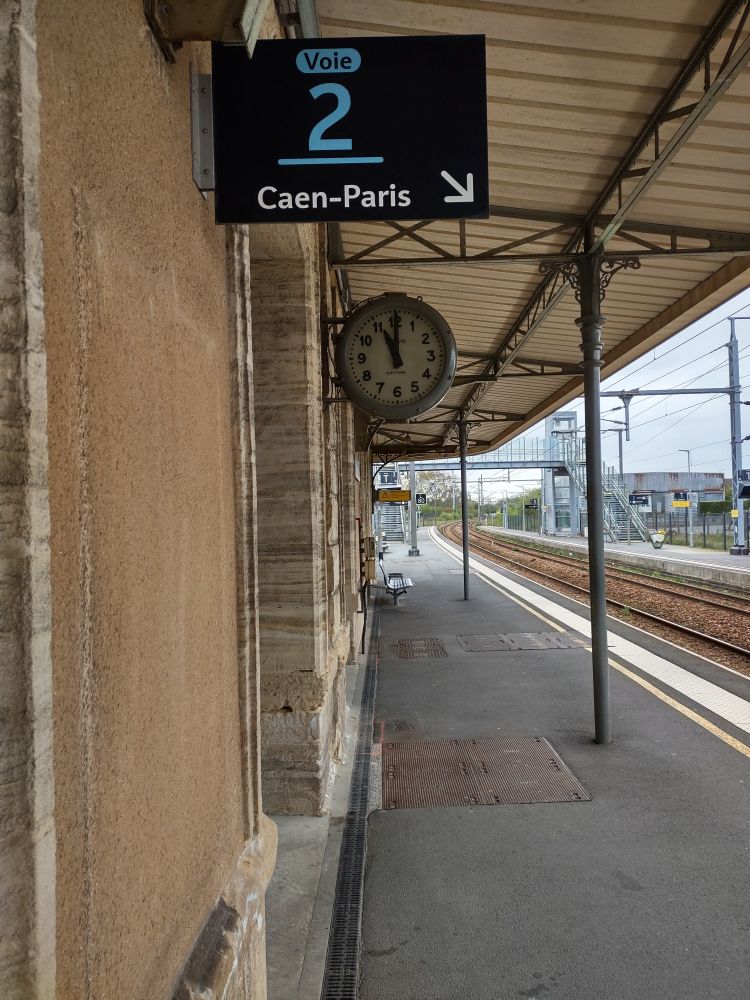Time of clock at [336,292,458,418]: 11:00
